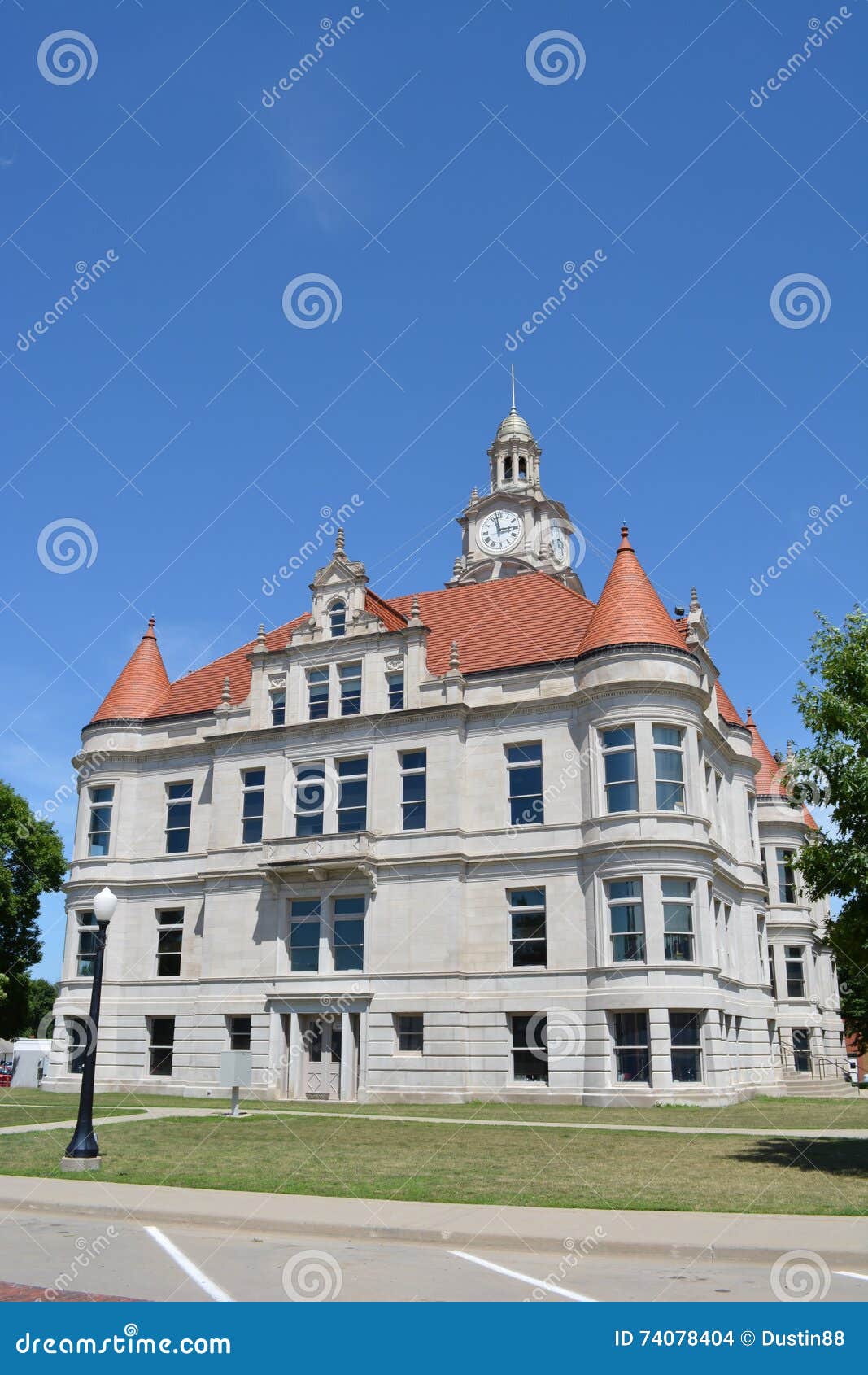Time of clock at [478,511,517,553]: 2:58
